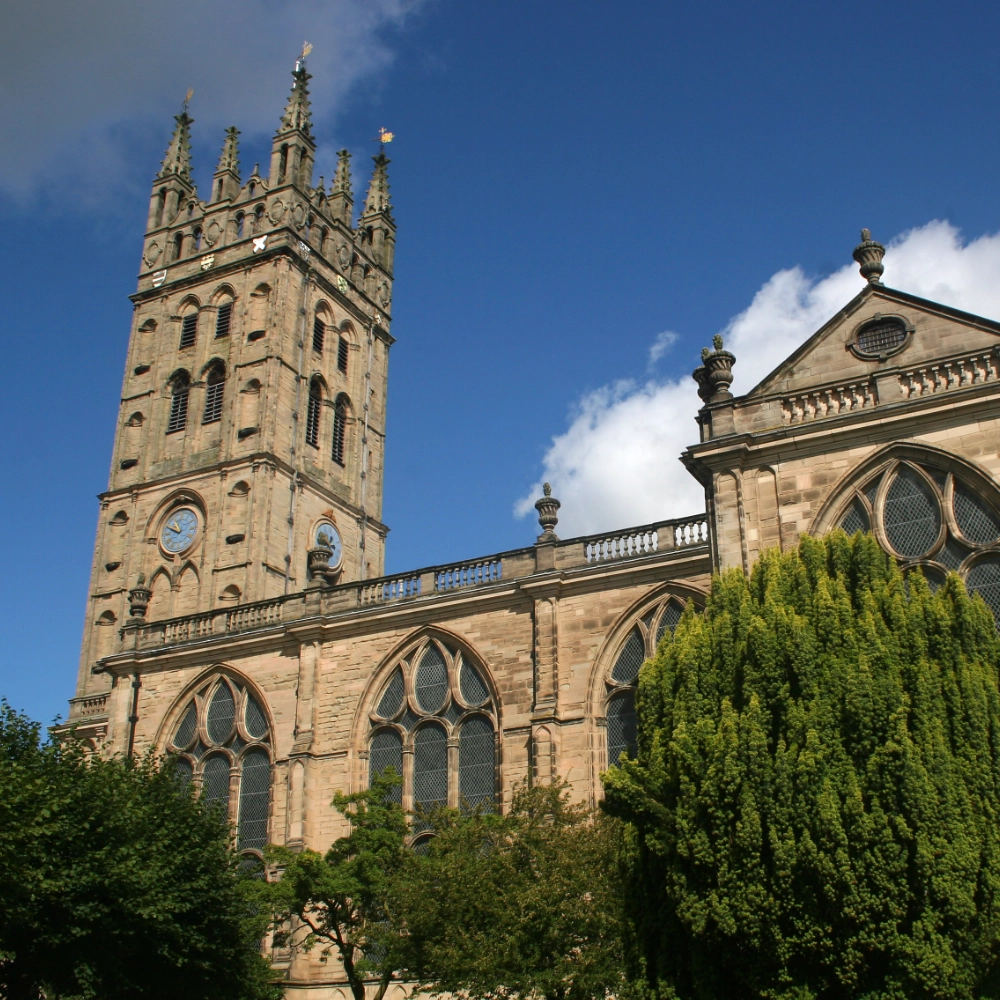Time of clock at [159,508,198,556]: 9:49
